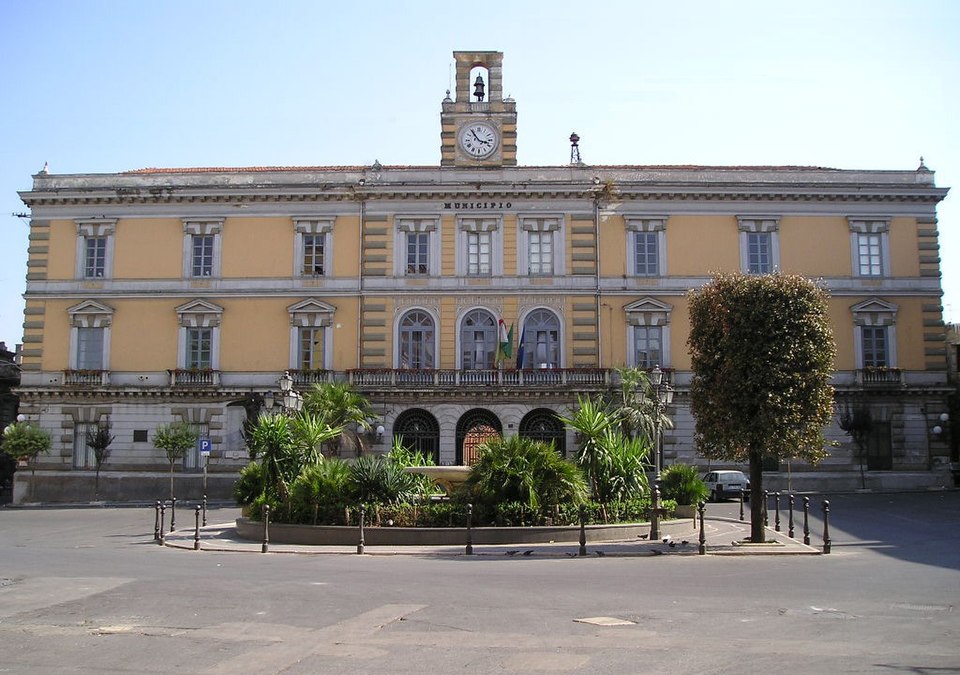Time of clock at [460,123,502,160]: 3:54
